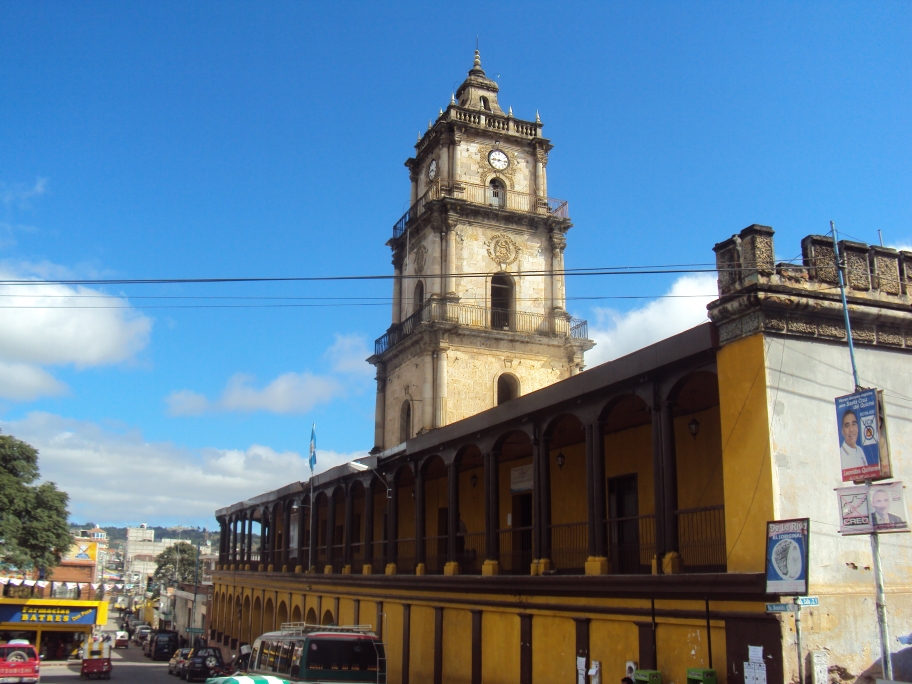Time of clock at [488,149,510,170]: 9:16
